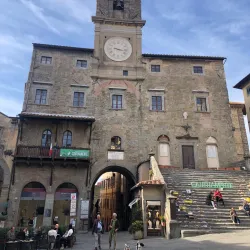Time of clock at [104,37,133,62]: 3:16
